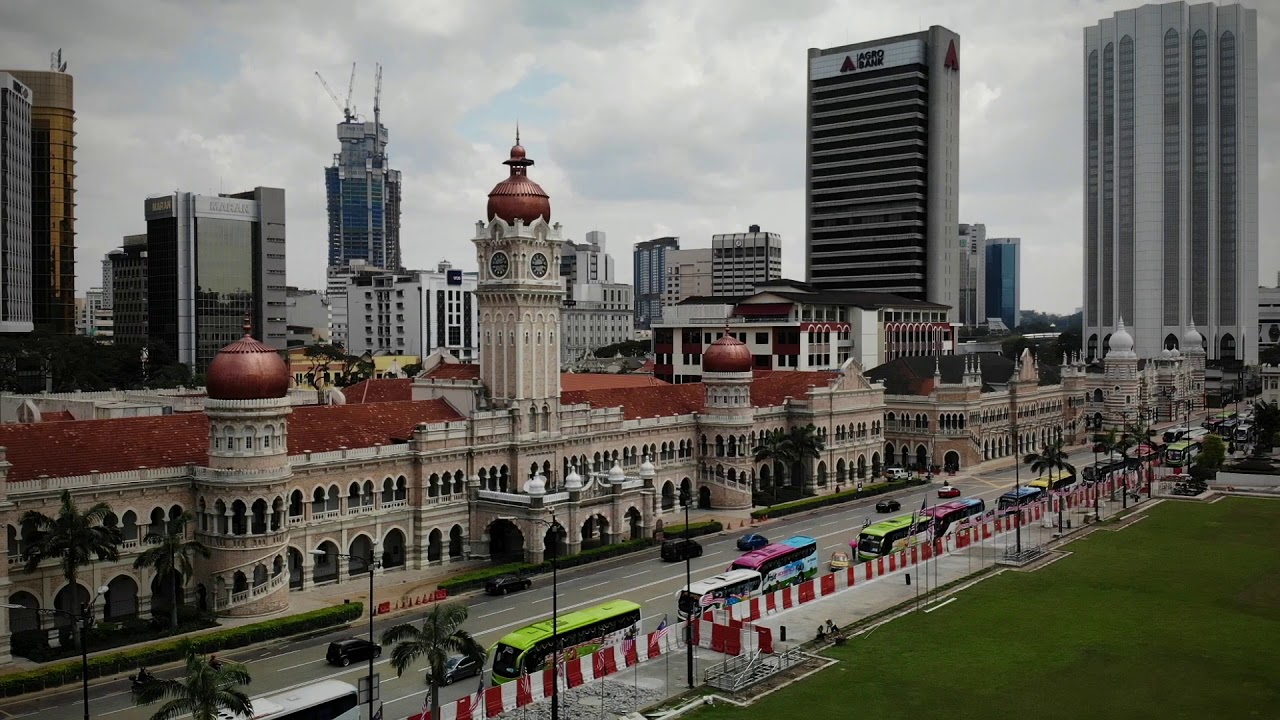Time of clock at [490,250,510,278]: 2:44
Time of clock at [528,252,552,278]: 2:43
